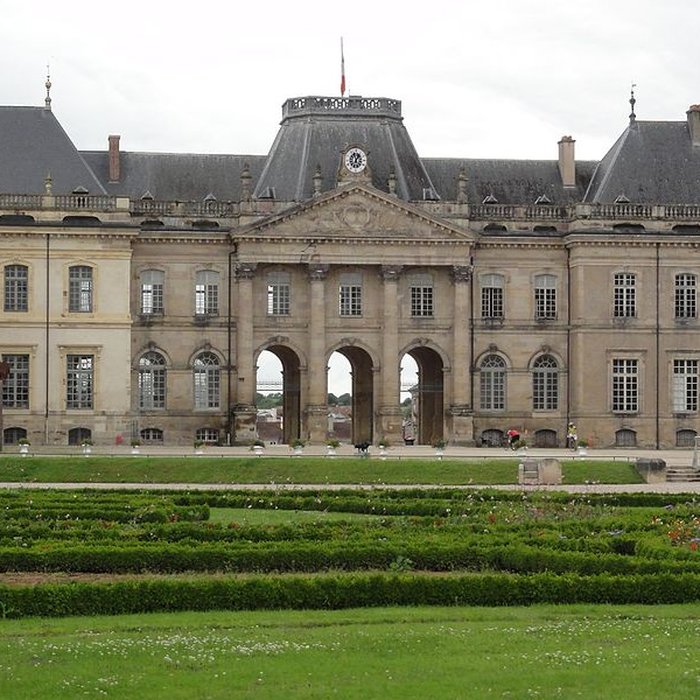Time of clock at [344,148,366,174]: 12:57
